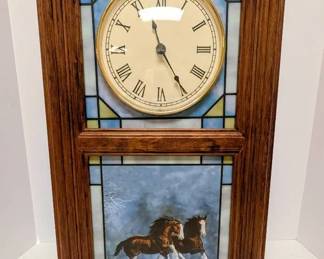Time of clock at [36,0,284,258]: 11:24
